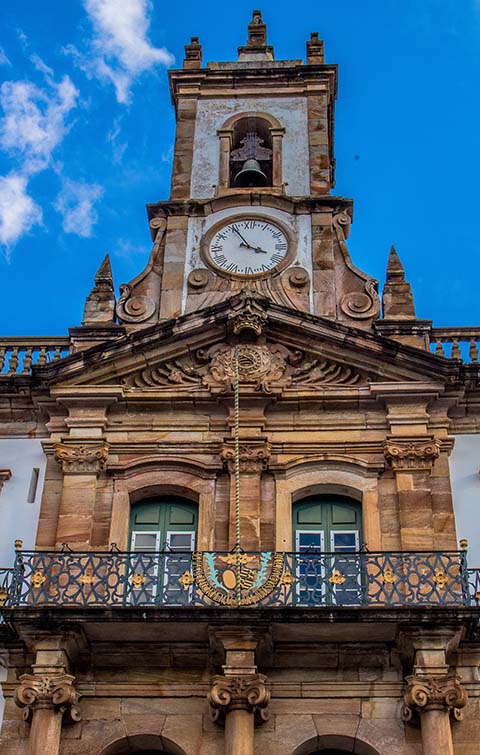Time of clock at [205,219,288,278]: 3:54
